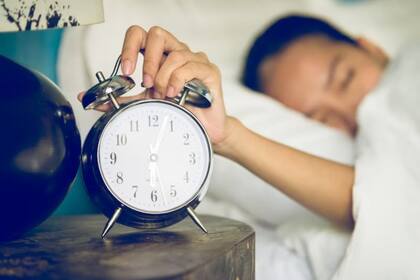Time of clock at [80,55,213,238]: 6:03
